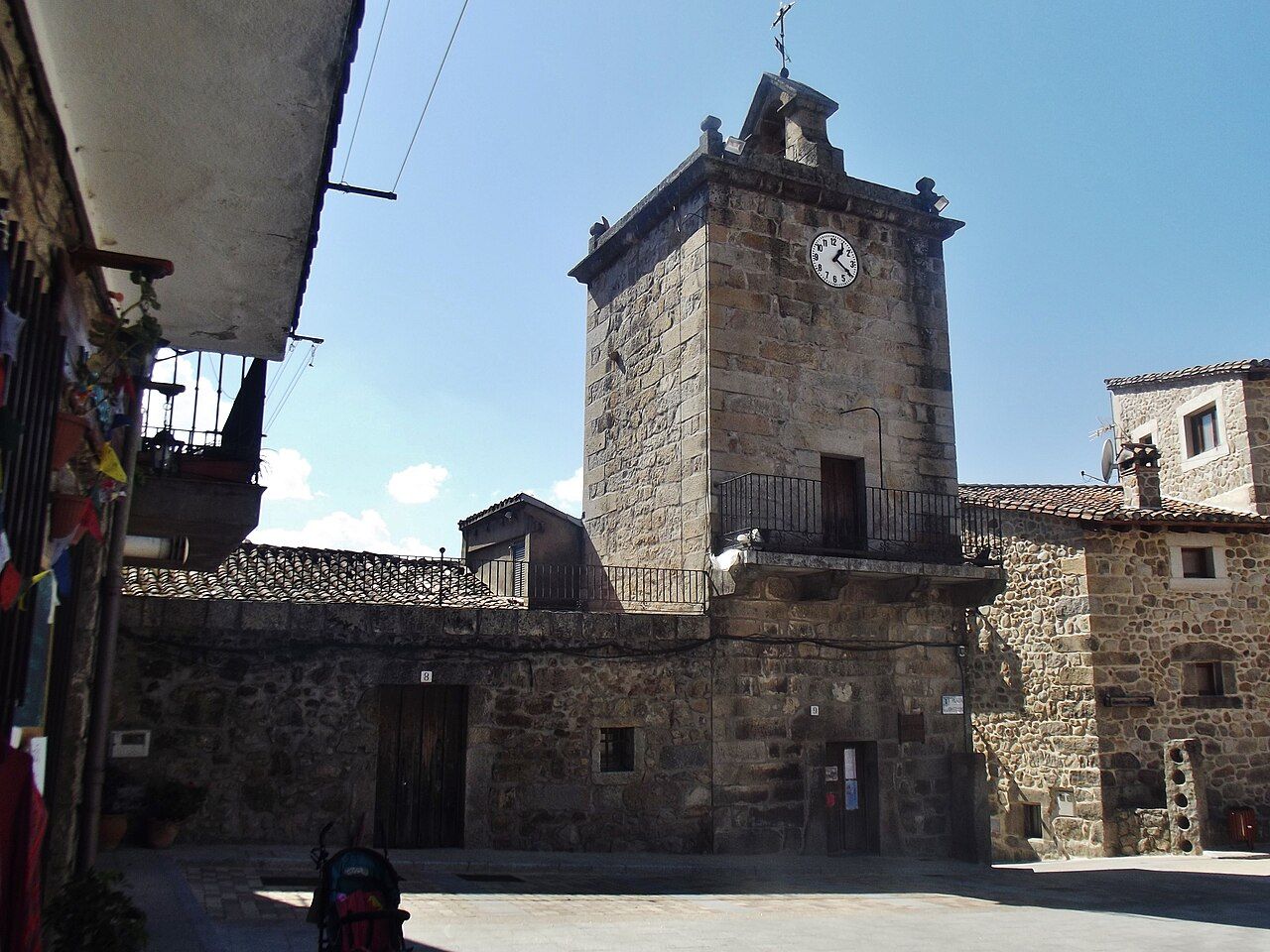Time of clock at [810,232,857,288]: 1:20
